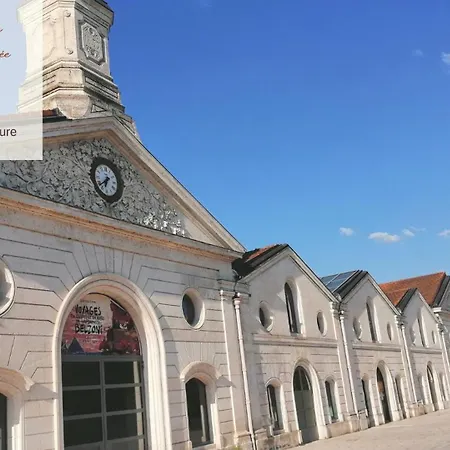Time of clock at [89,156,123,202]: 6:38
